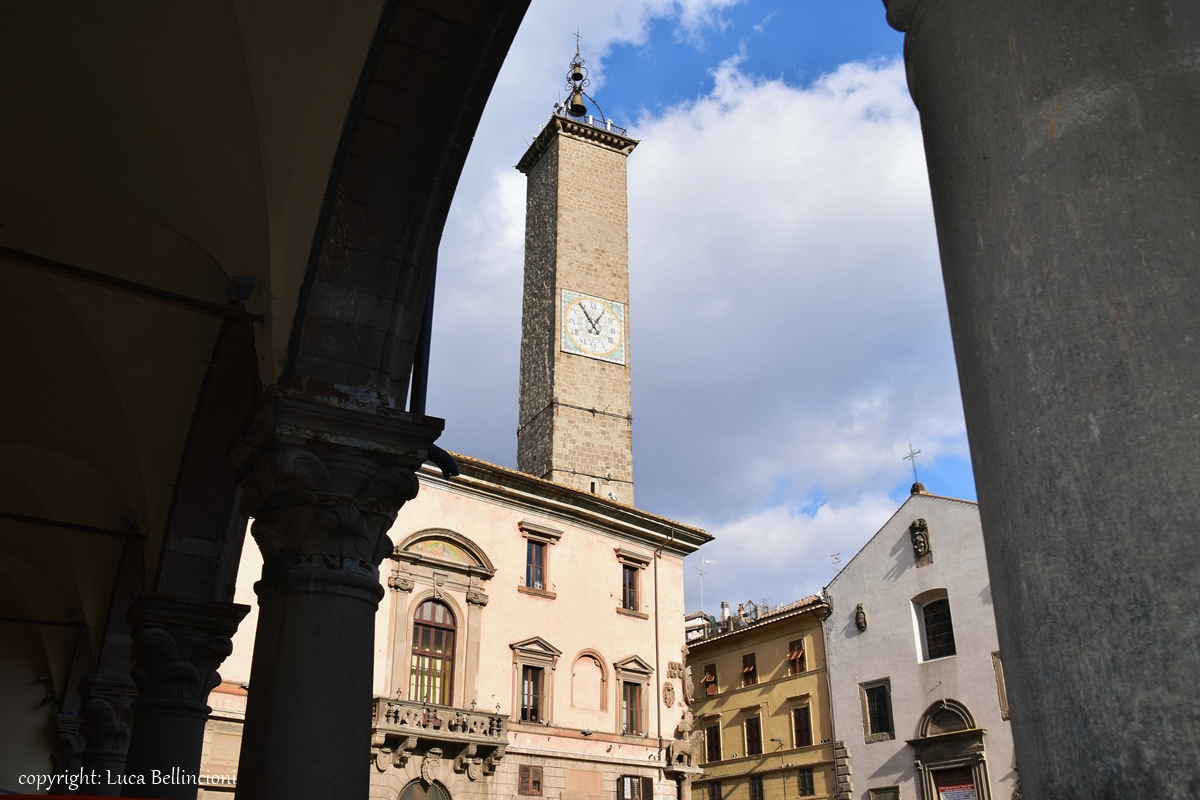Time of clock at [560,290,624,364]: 12:54
